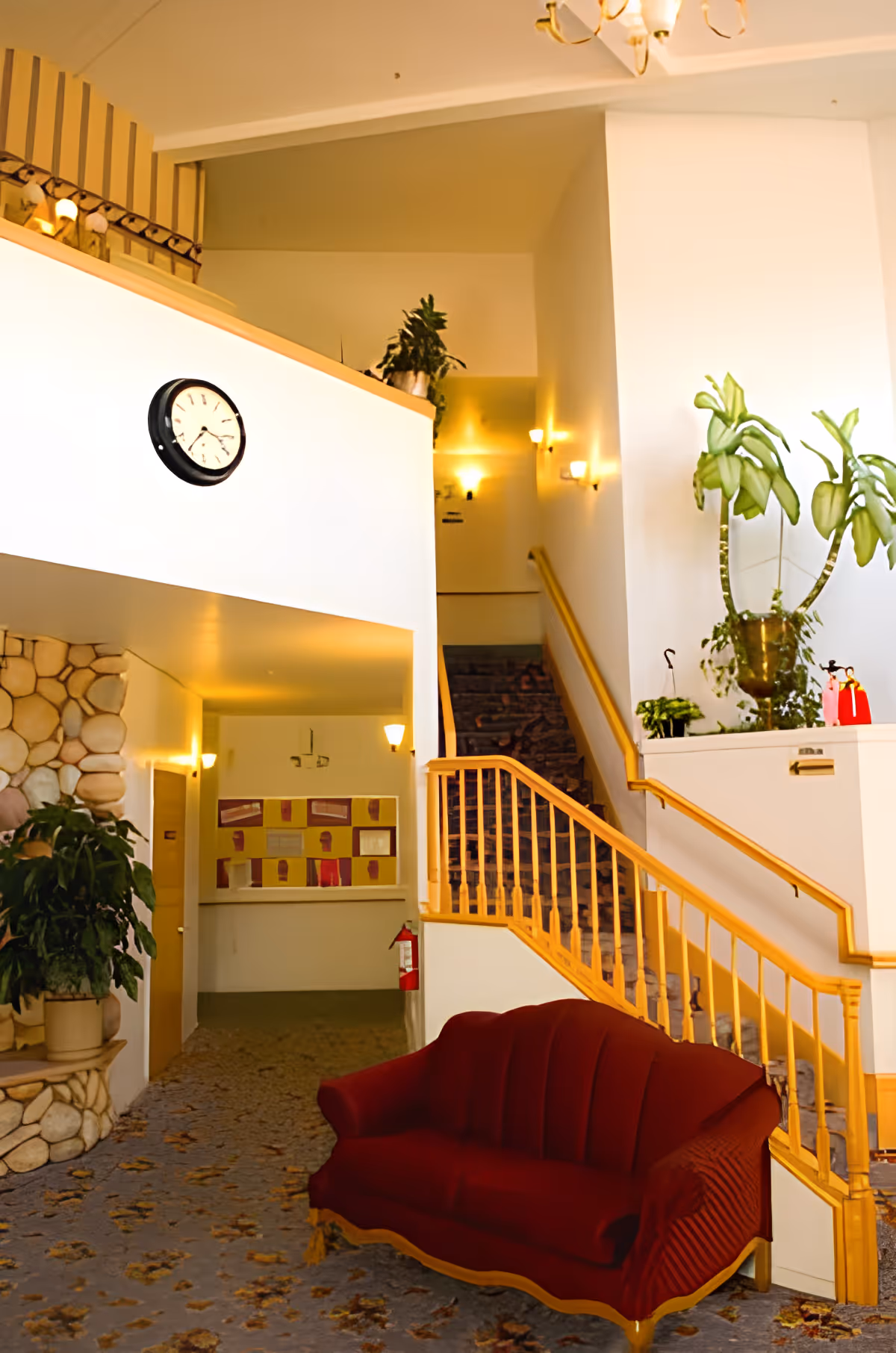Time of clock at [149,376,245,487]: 3:35
